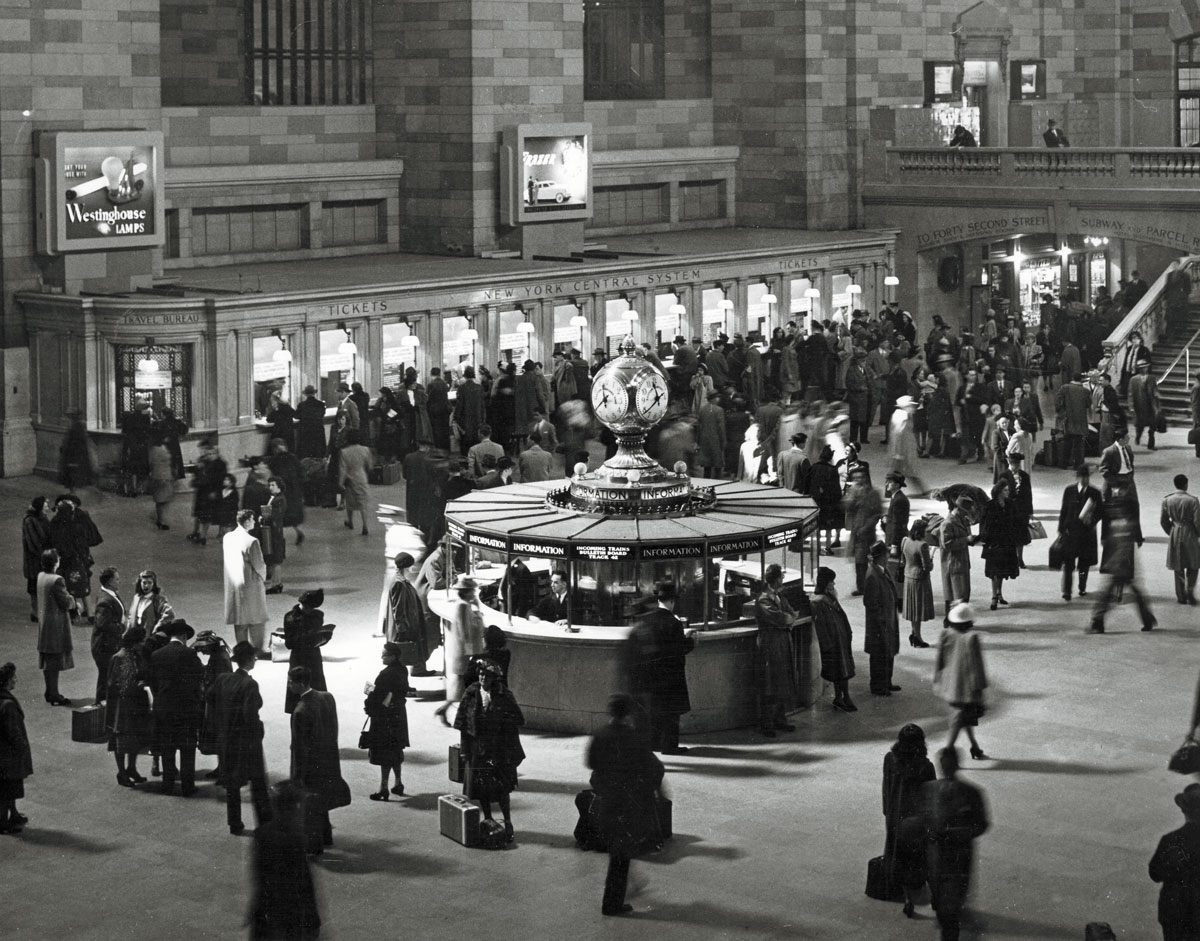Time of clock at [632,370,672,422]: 11:38
